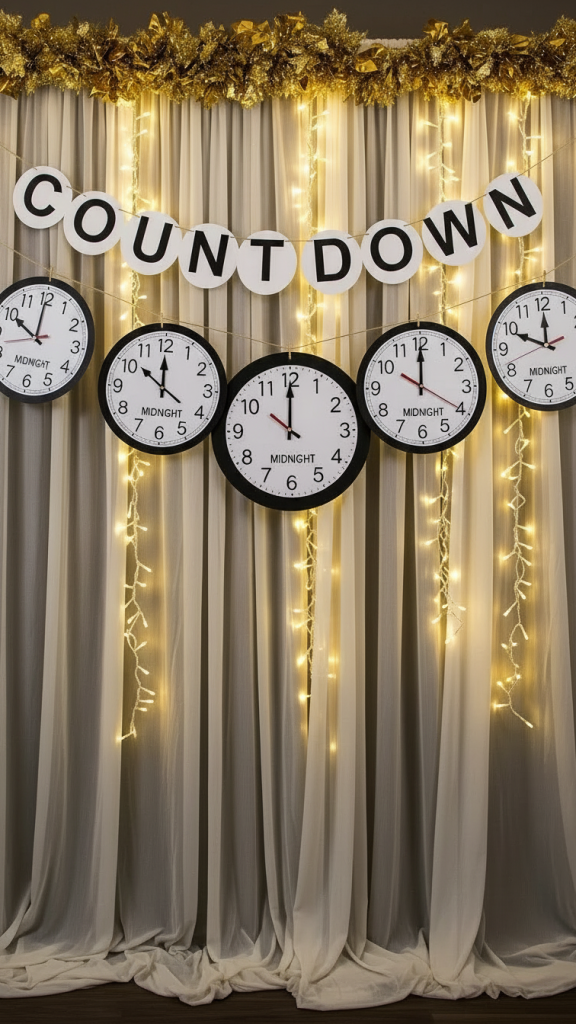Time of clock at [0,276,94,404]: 10:00
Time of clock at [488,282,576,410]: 11:48
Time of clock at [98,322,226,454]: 11:51
